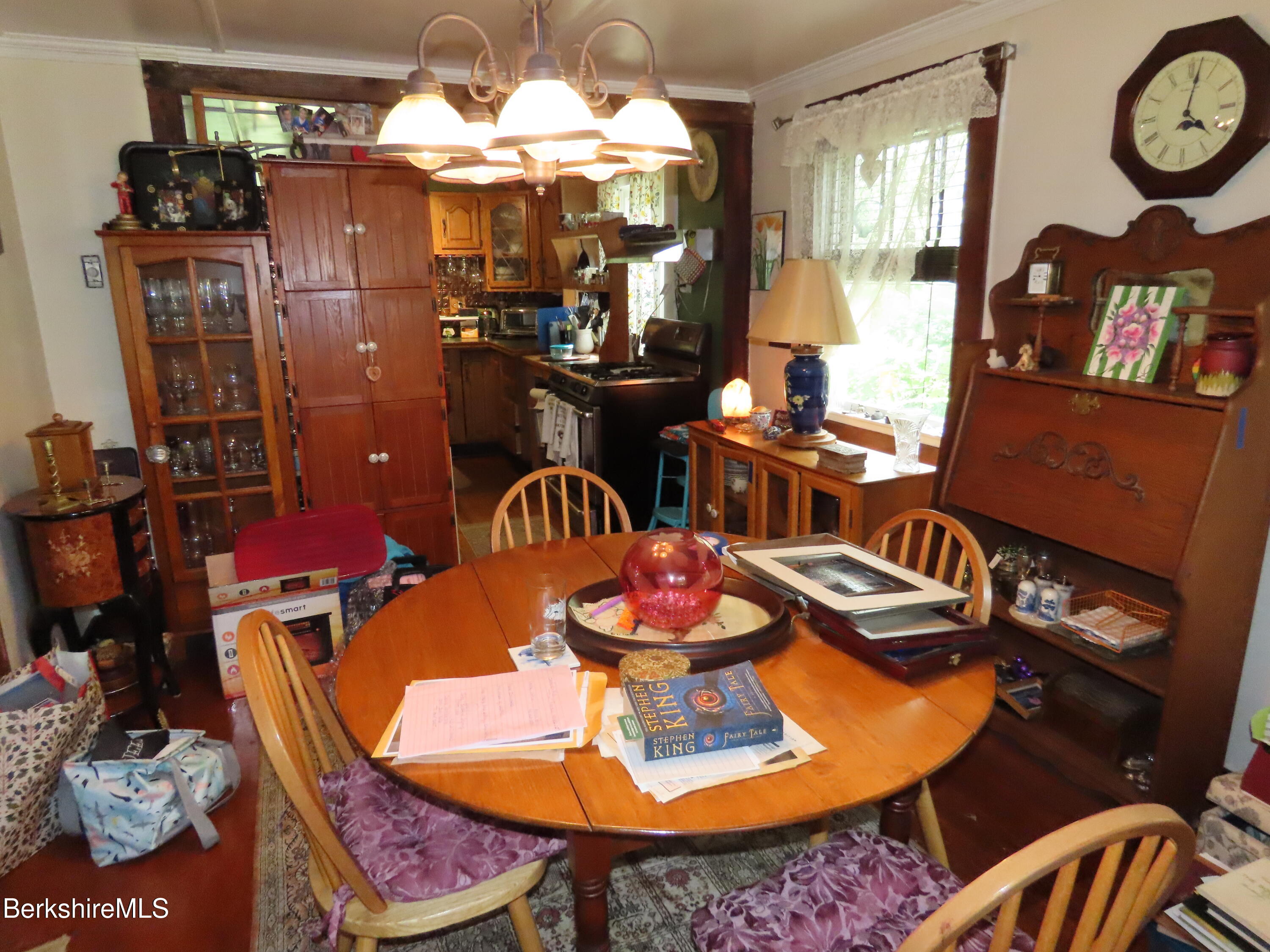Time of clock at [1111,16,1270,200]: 4:01
